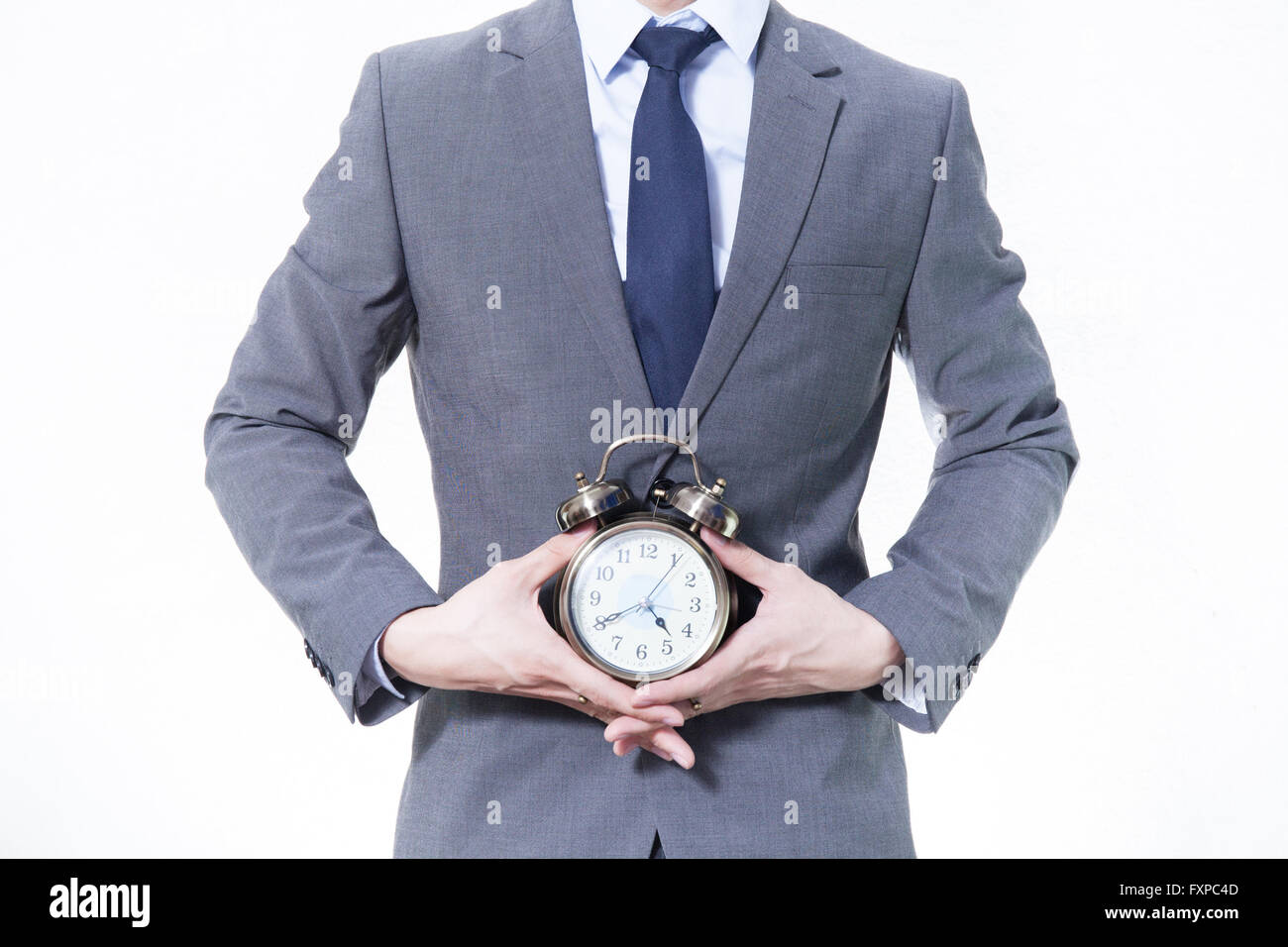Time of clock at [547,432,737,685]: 4:40
